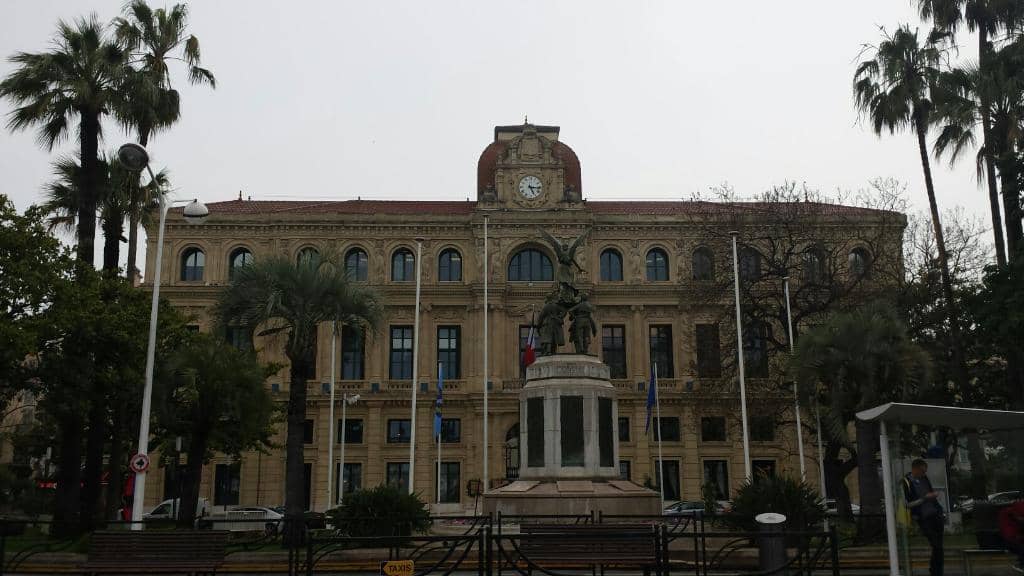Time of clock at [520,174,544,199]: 5:15
